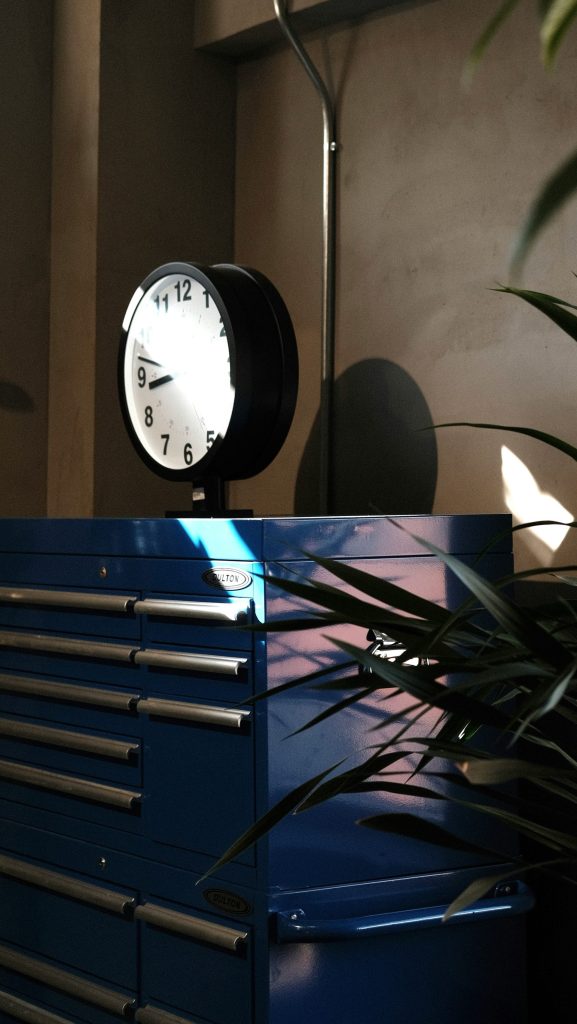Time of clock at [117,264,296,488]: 8:47
